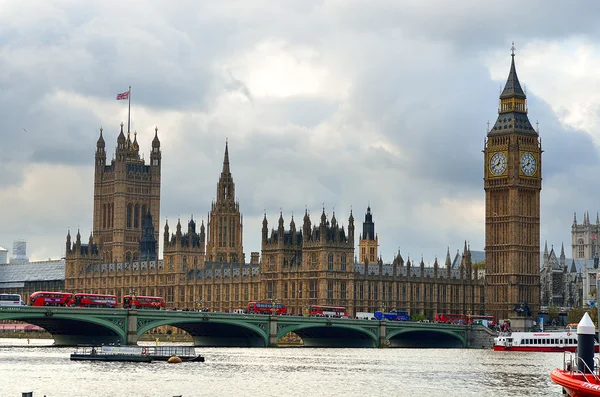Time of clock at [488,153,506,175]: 12:41
